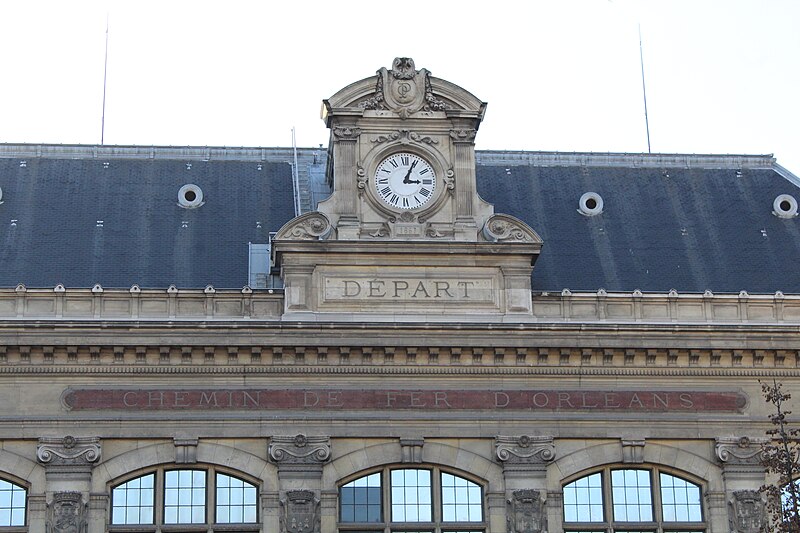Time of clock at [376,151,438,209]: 3:04
